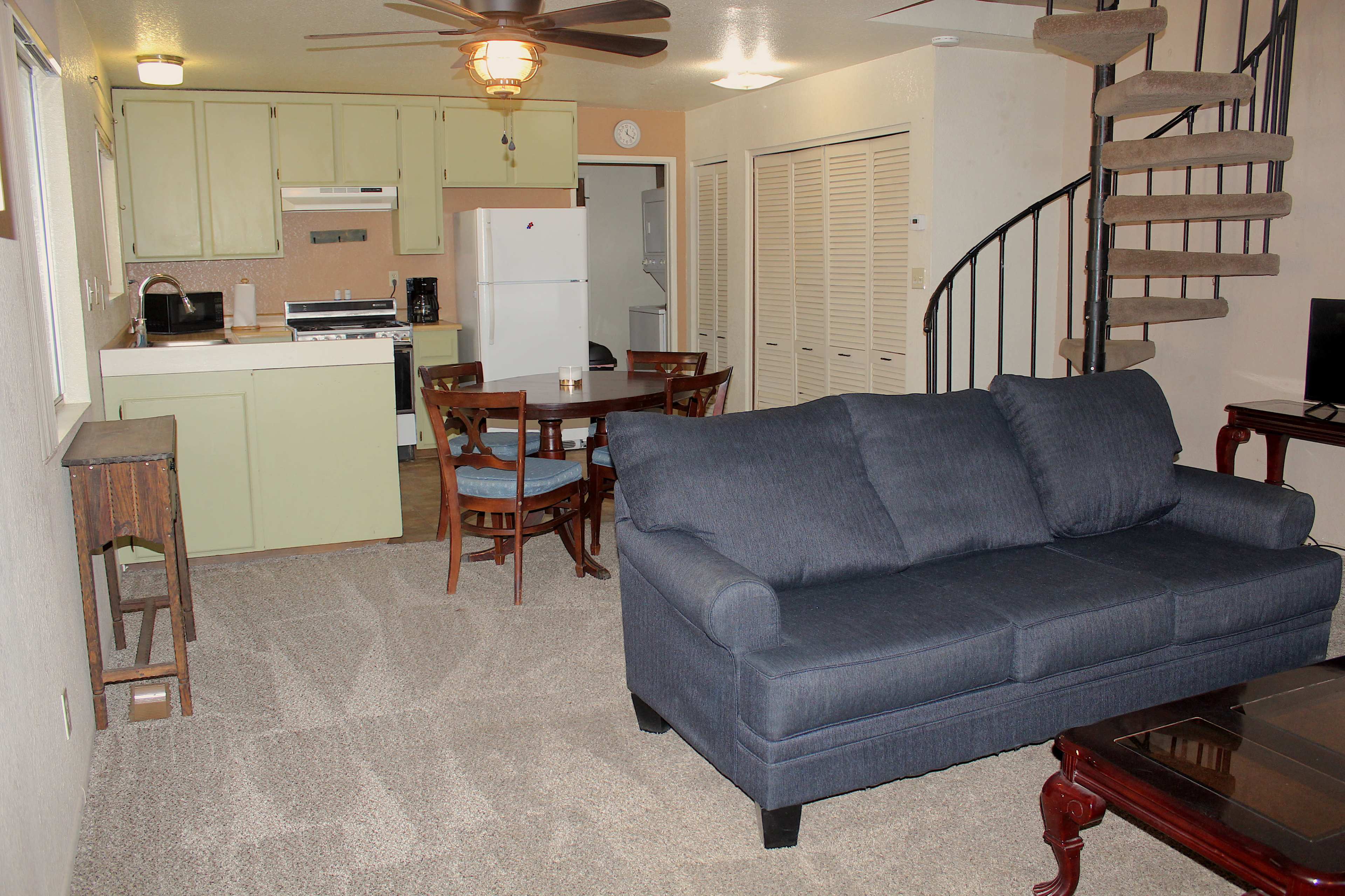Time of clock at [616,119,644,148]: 12:20
